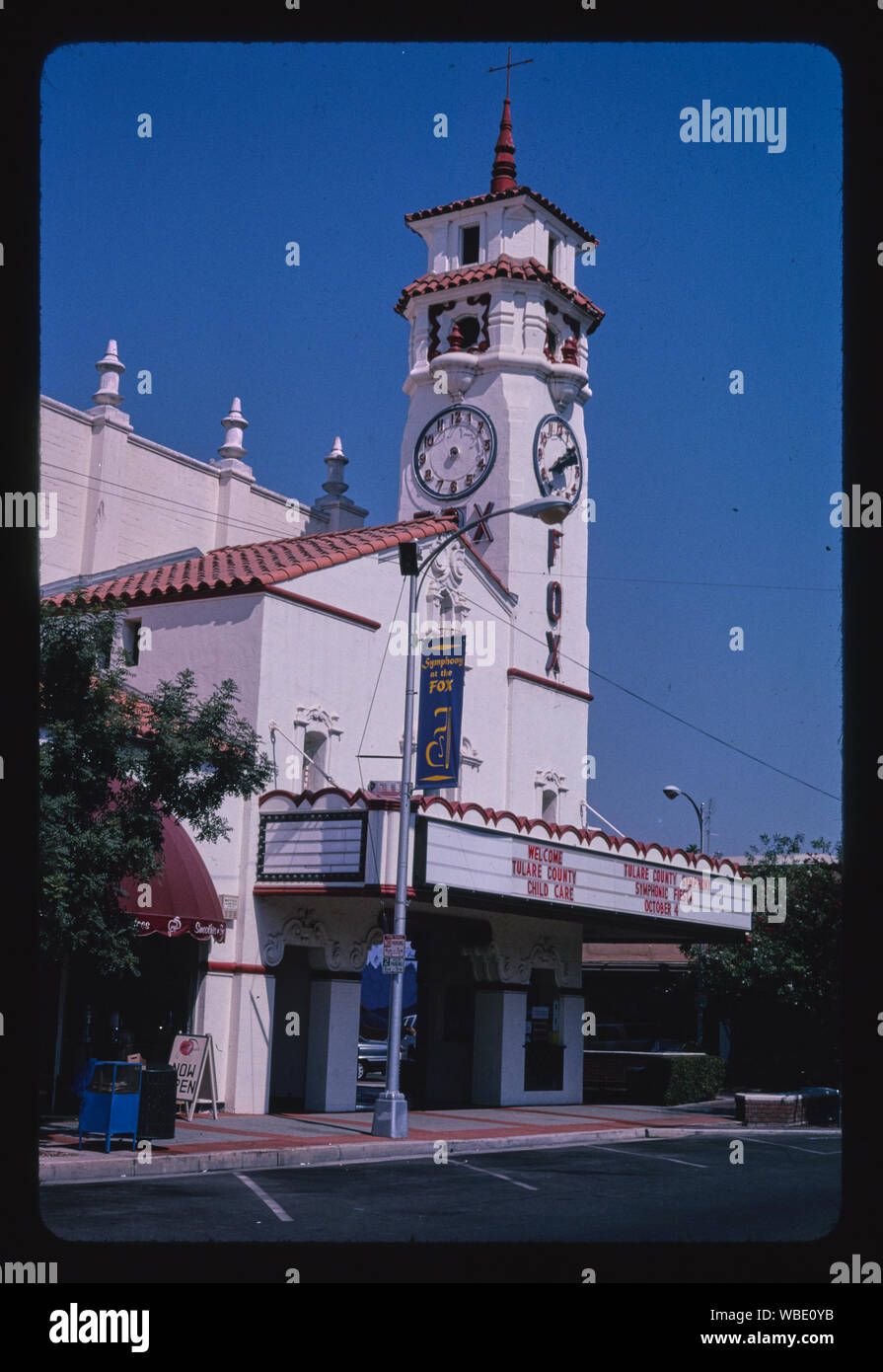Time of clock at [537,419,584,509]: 2:11
